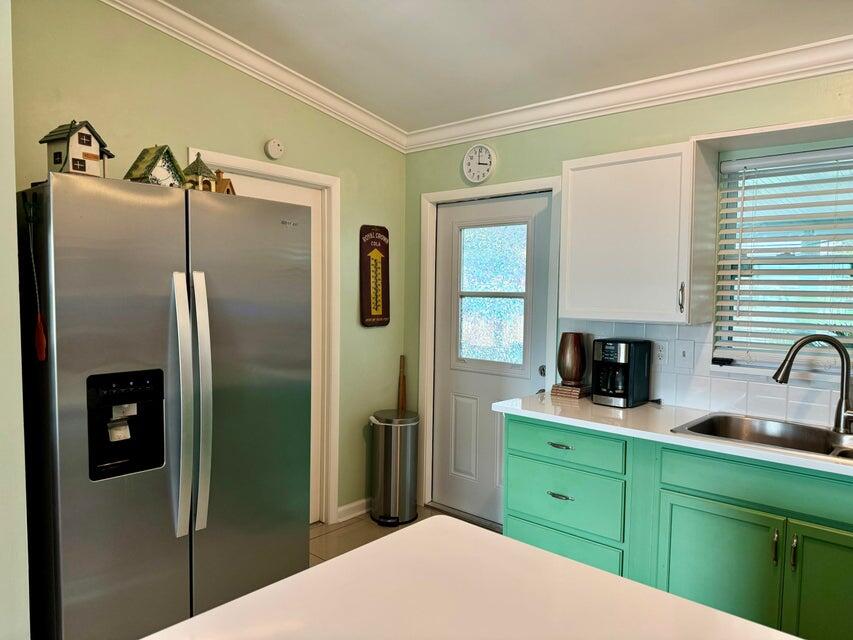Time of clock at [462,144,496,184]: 2:59
